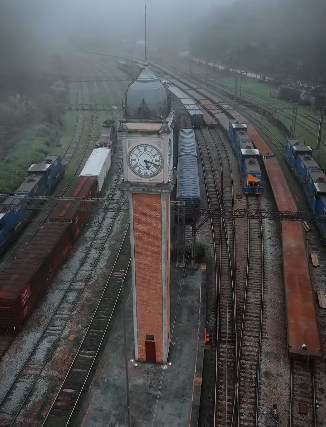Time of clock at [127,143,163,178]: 5:18
